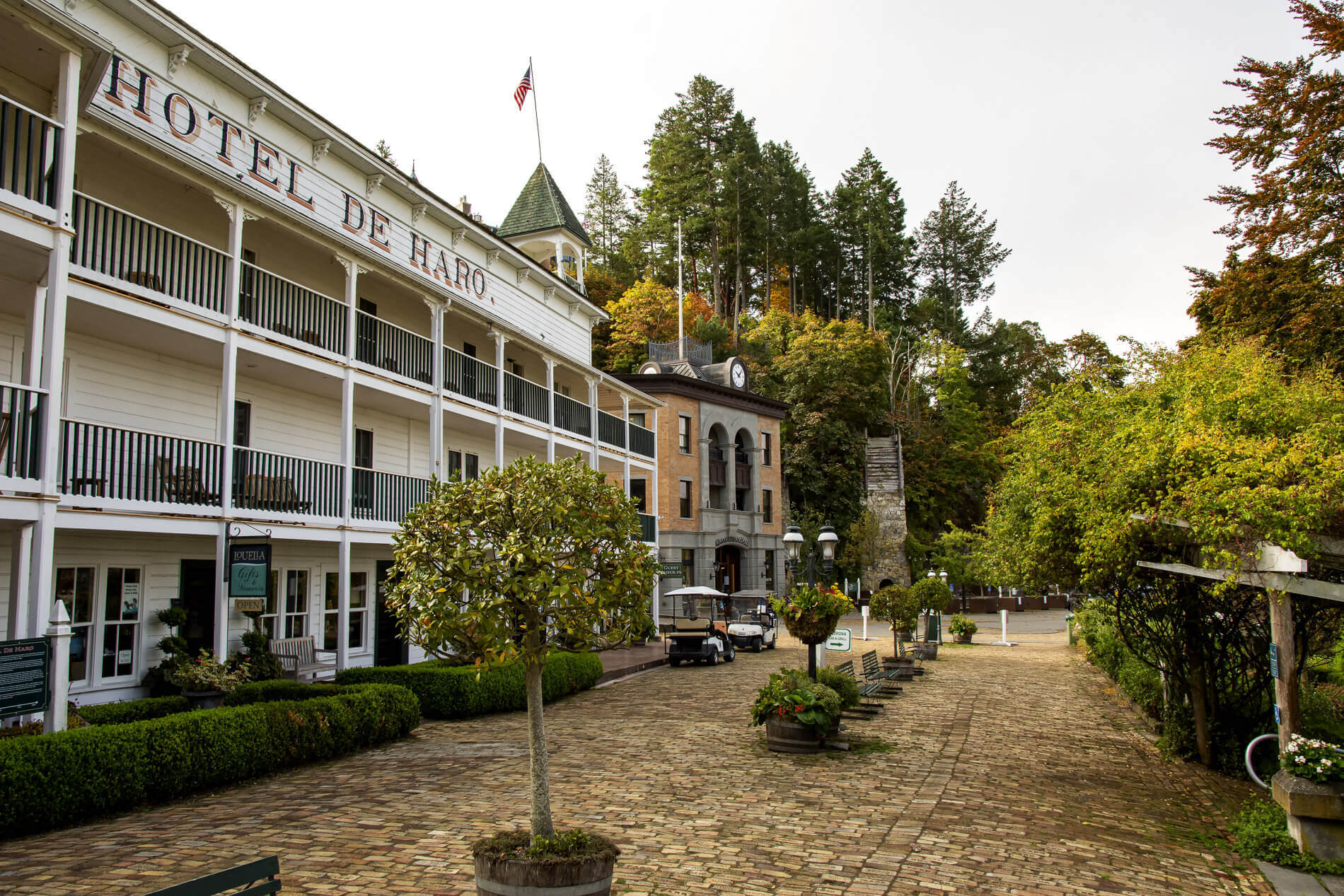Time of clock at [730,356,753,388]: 10:07
